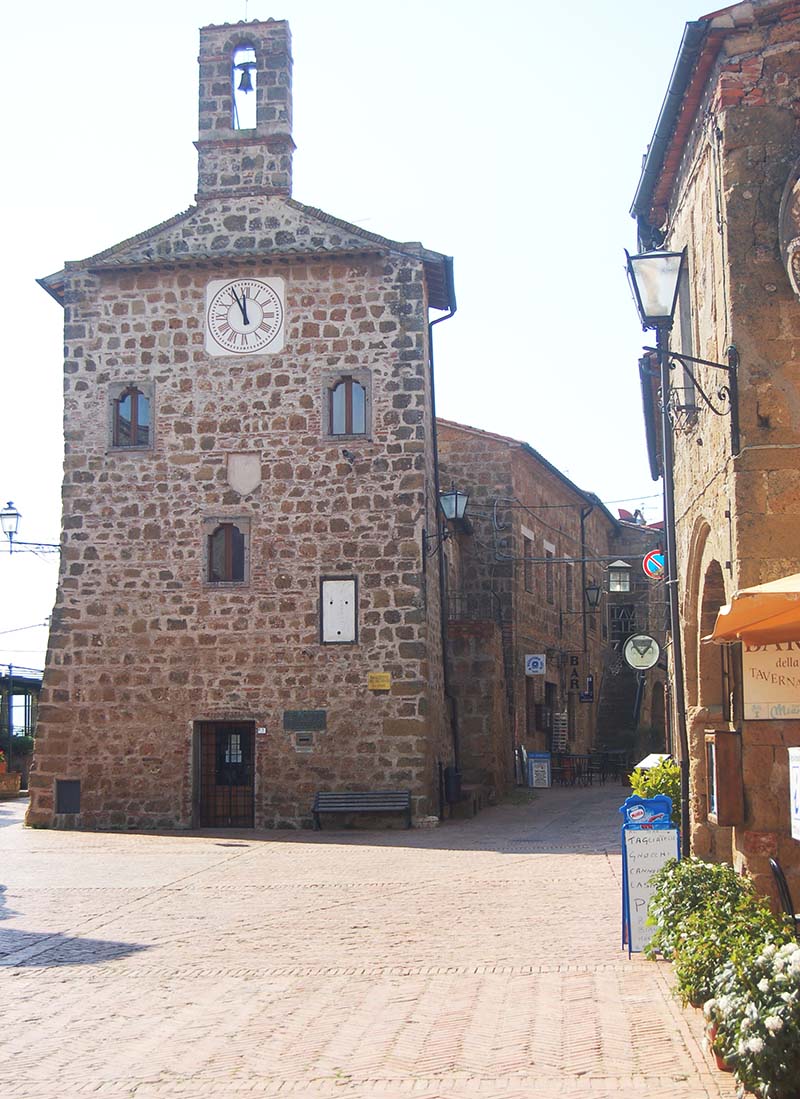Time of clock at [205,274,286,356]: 11:55
